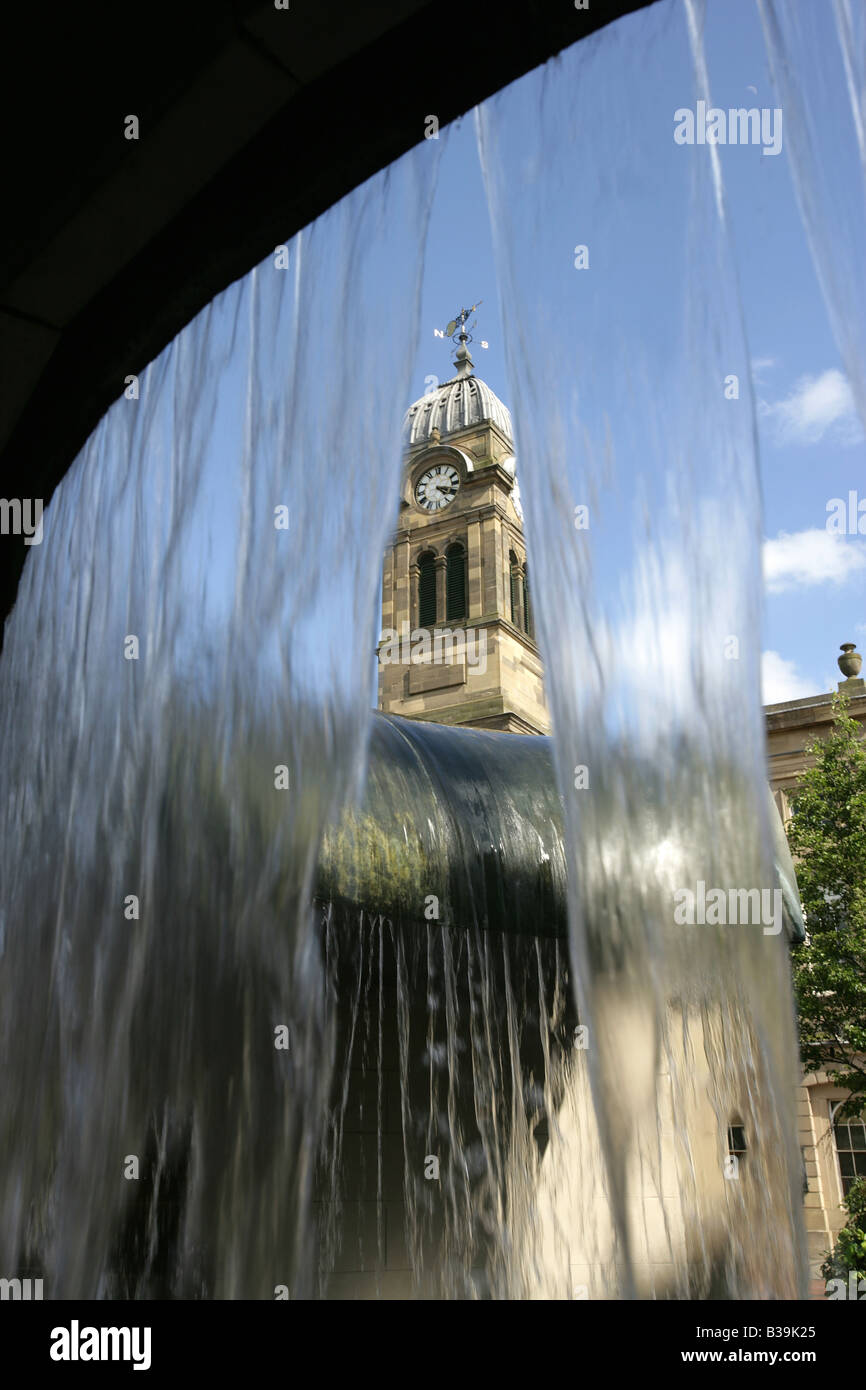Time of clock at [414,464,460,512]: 4:18
